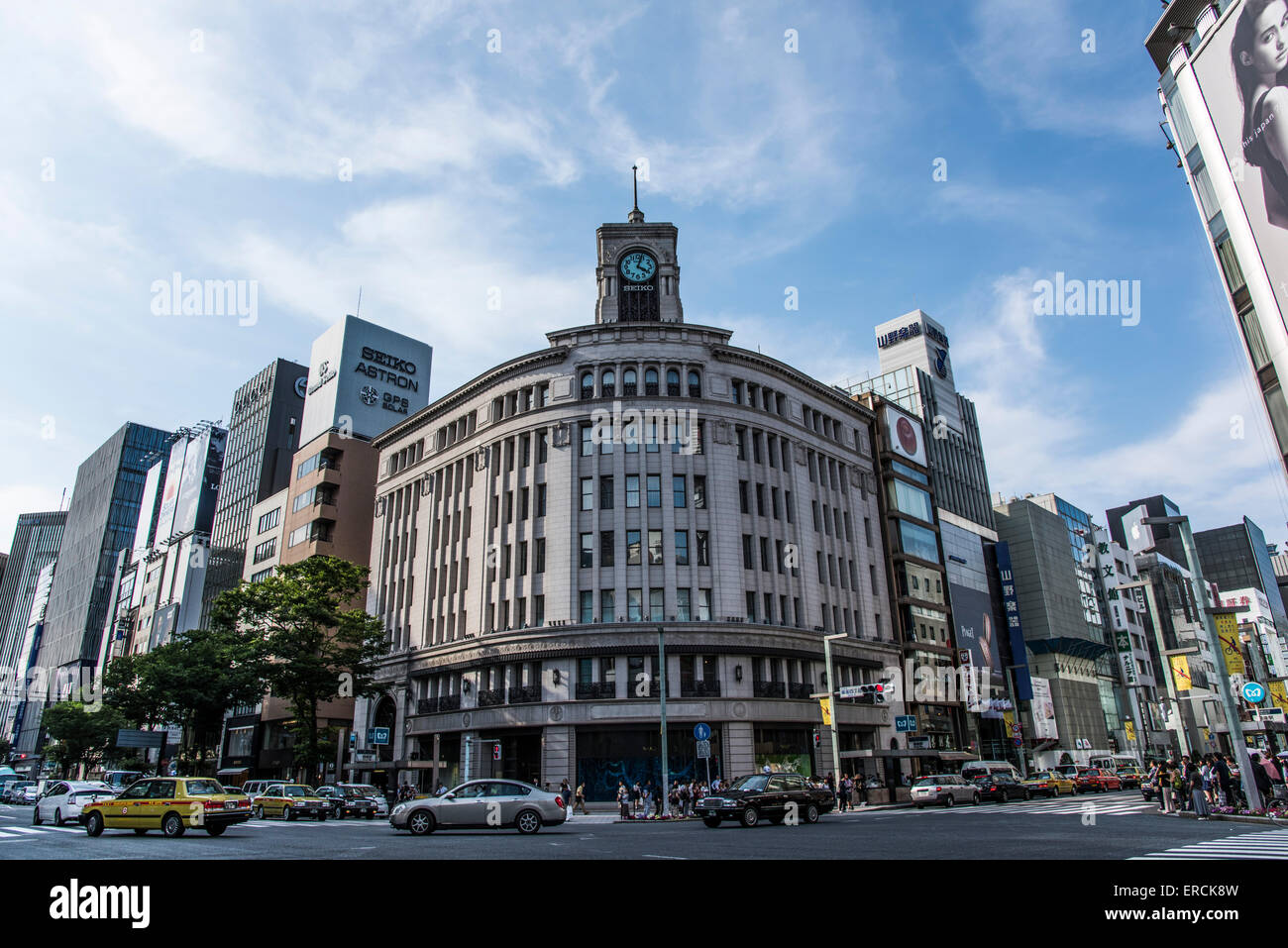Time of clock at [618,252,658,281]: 4:03
